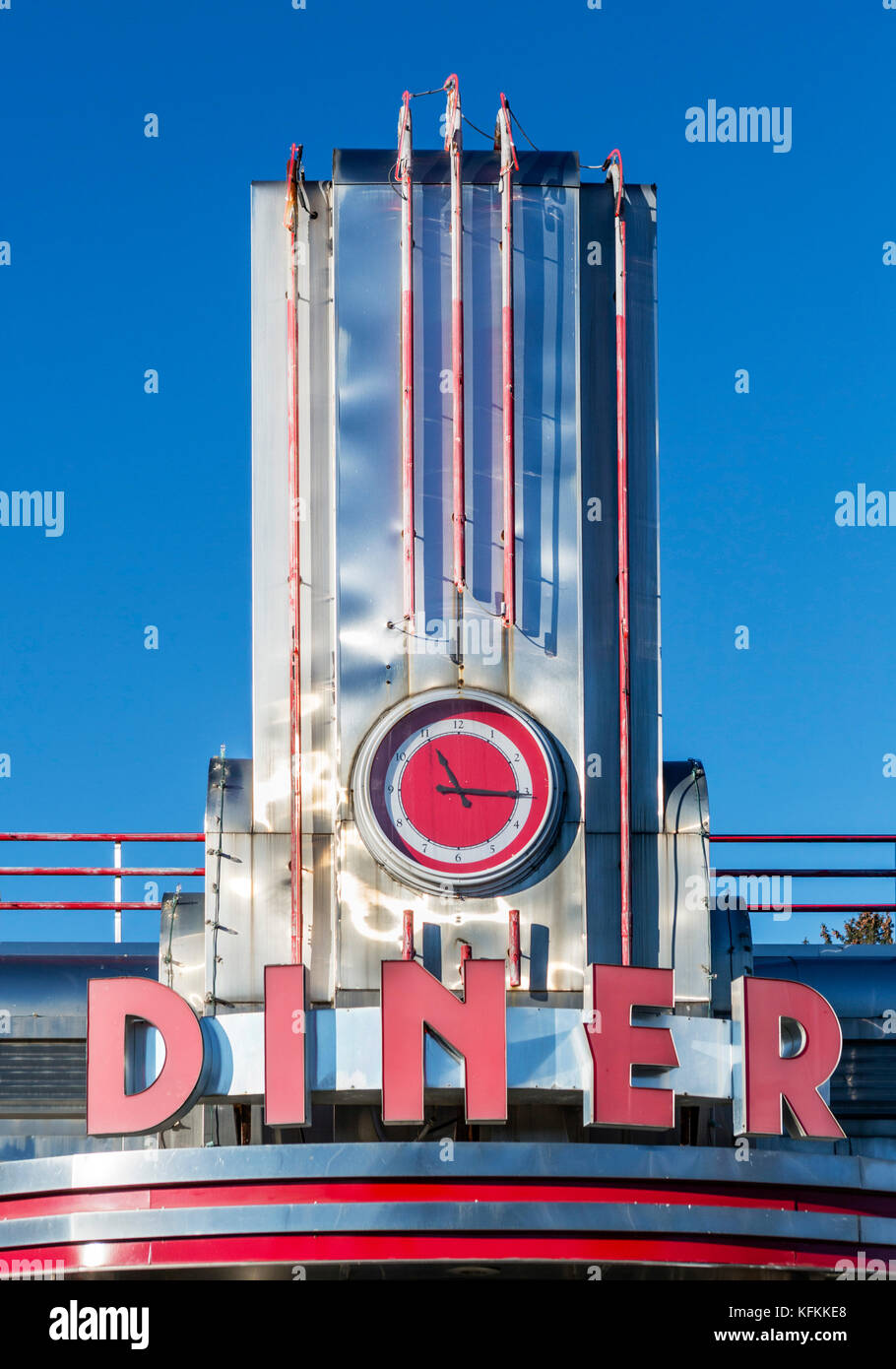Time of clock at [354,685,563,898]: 11:15
